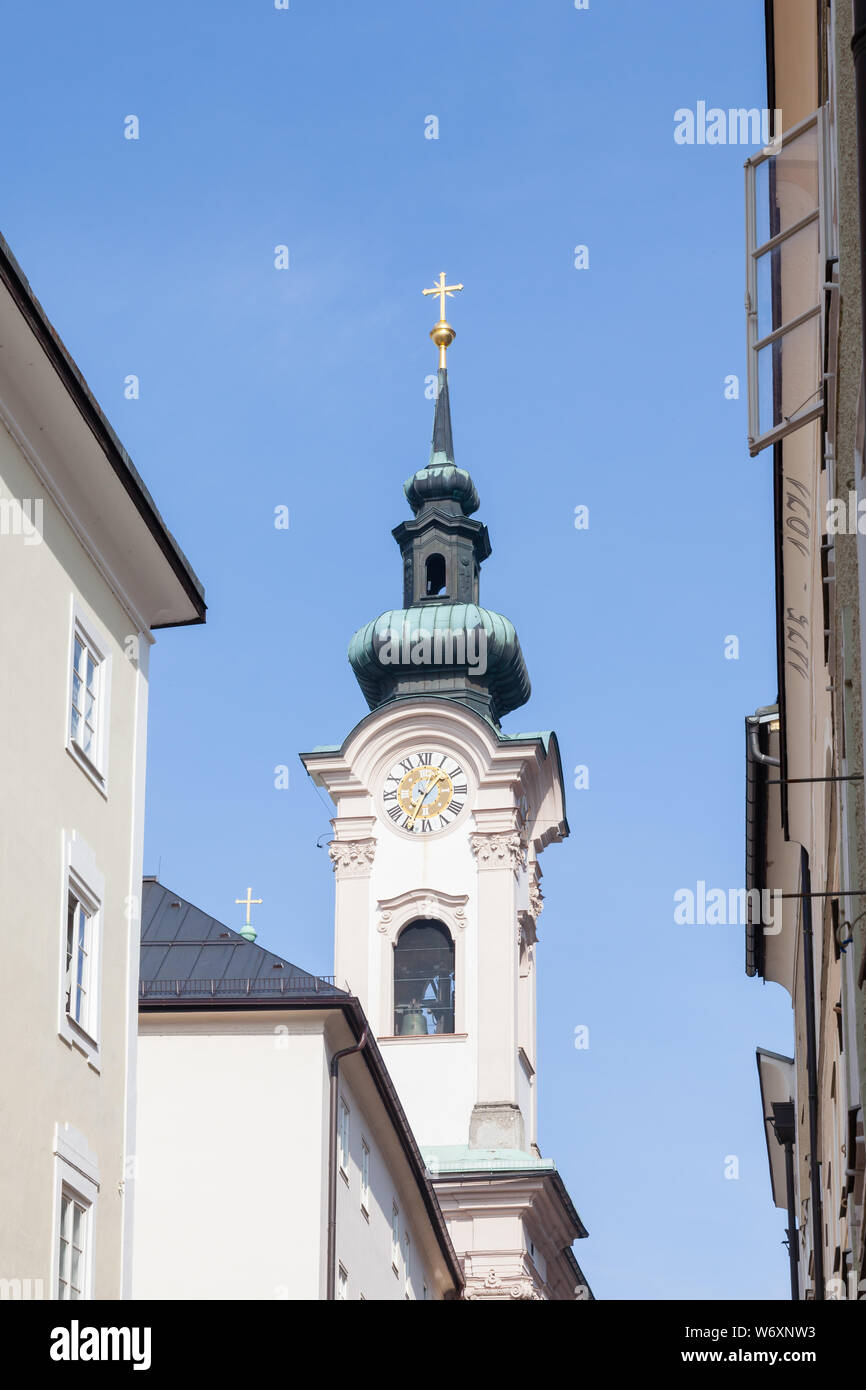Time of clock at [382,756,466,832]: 1:34
